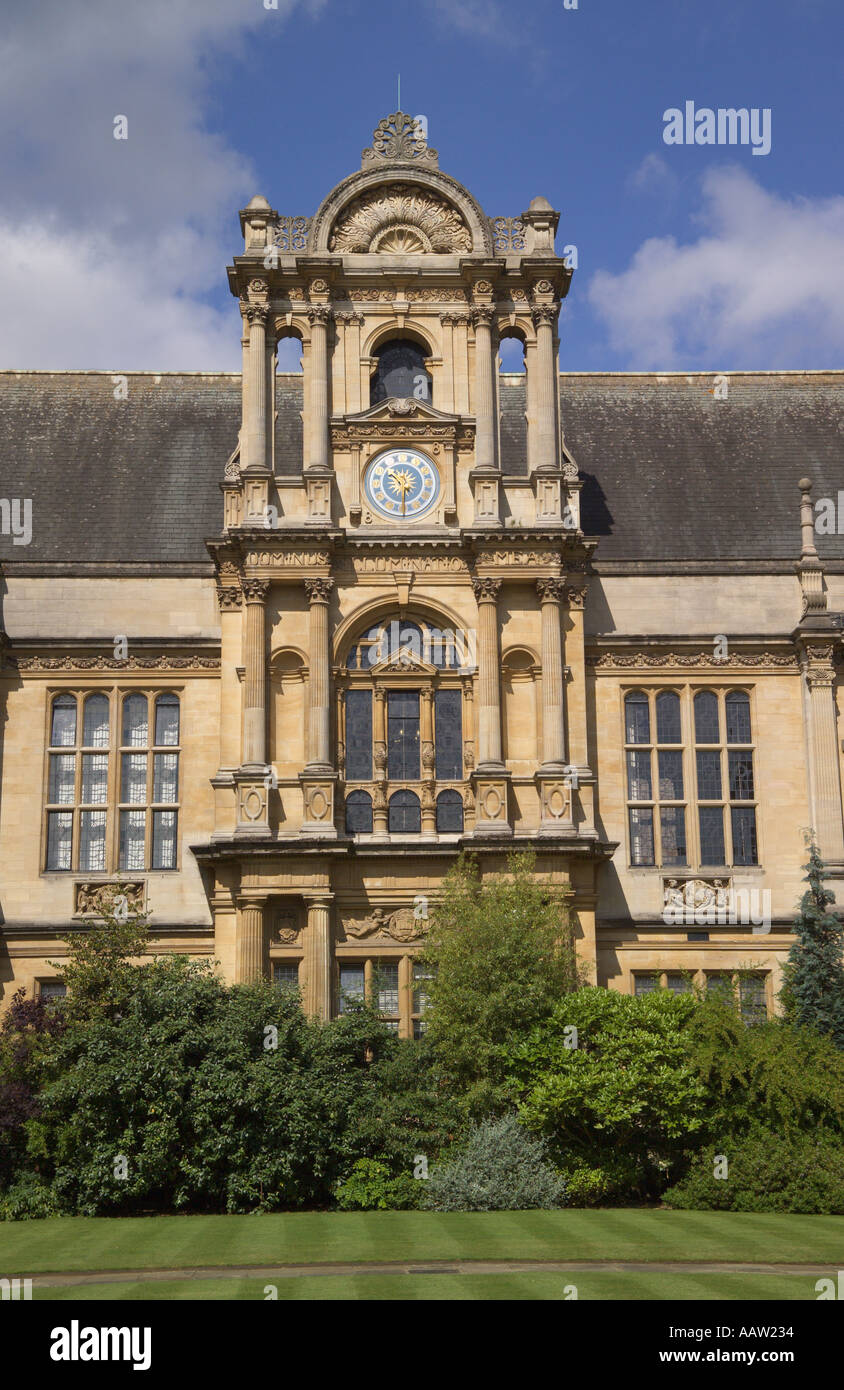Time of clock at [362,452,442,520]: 10:30
